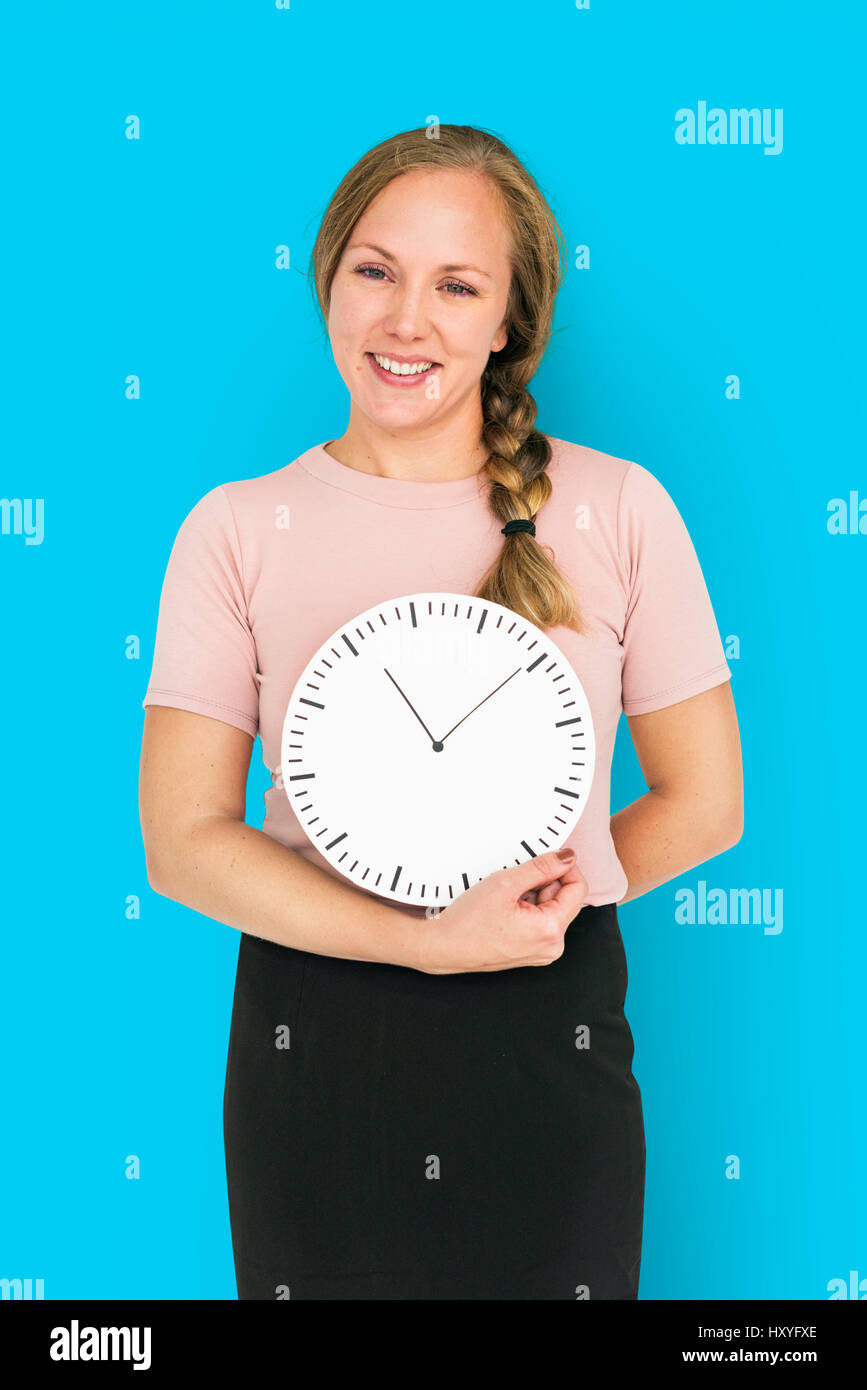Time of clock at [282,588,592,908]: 11:09
